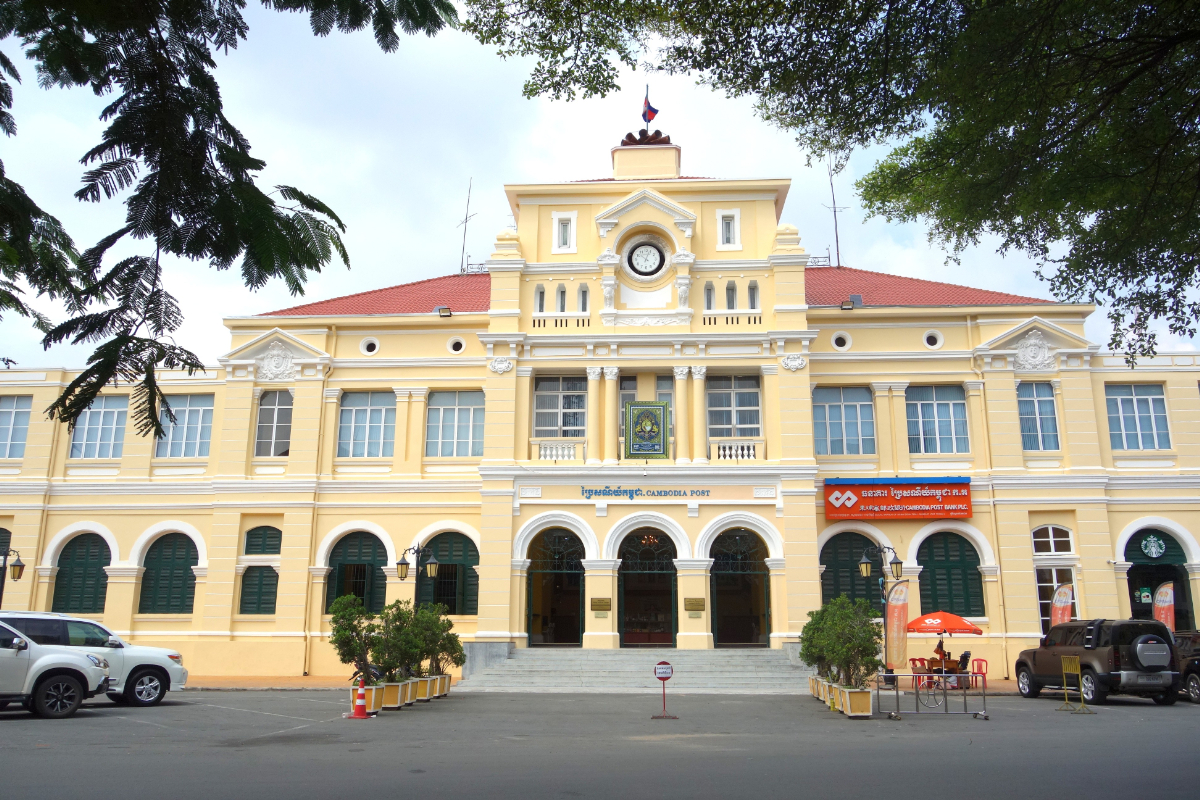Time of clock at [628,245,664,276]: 10:03
